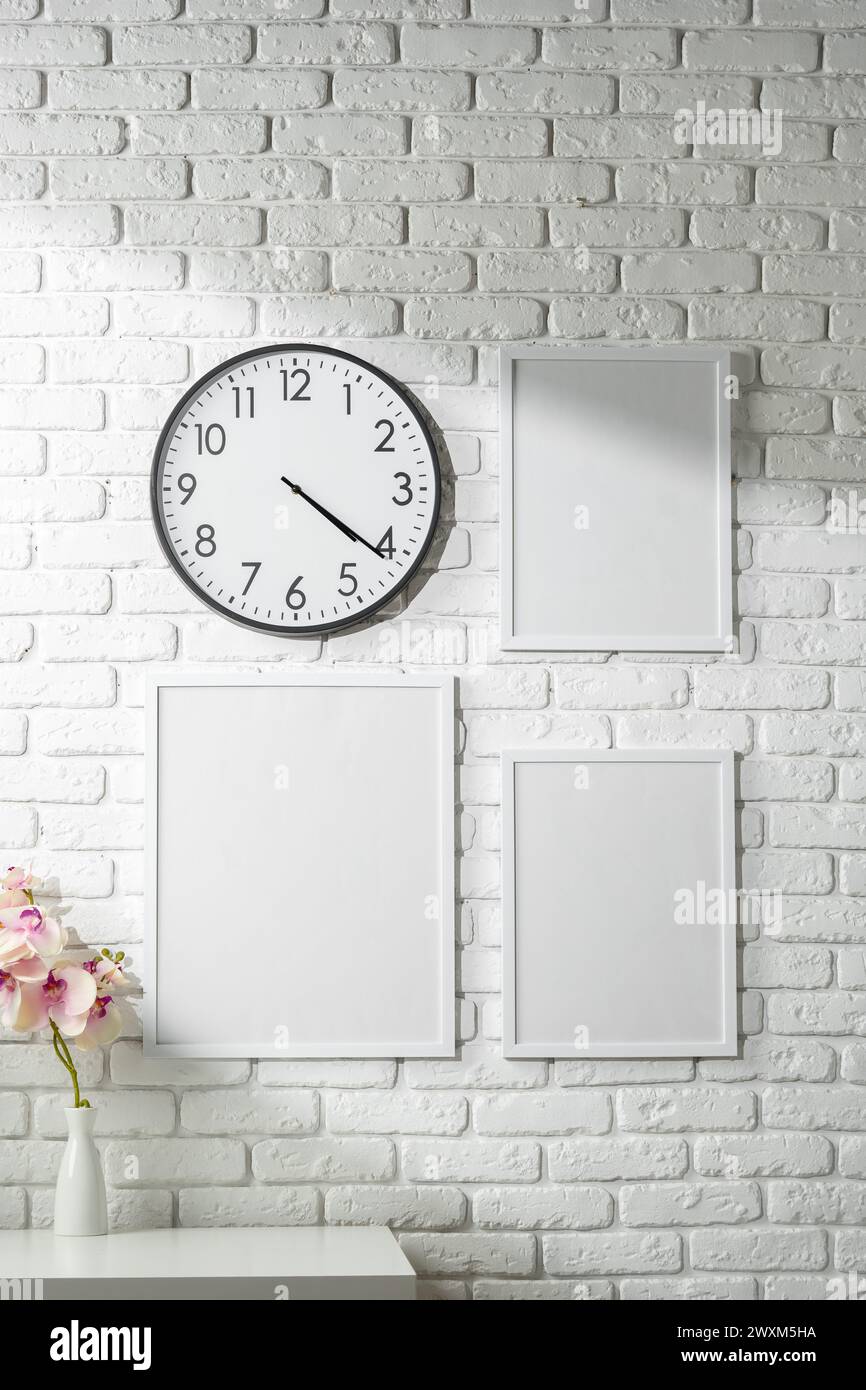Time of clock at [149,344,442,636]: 4:21
